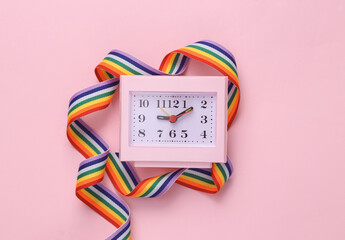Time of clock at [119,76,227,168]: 9:09
